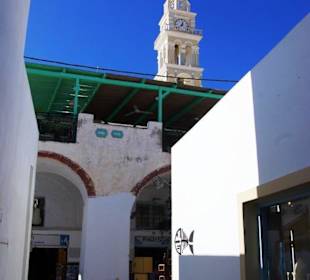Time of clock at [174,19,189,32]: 12:37
